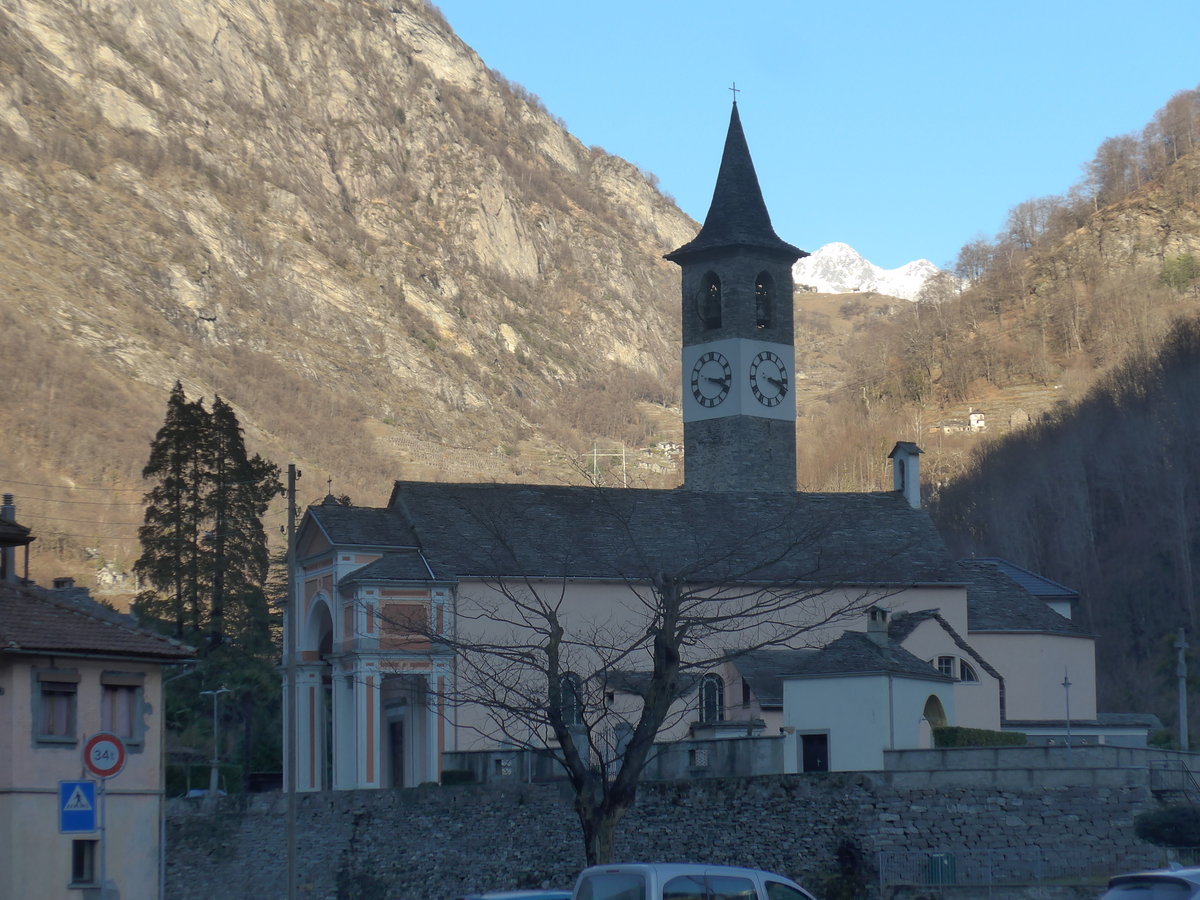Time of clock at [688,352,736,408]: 3:18
